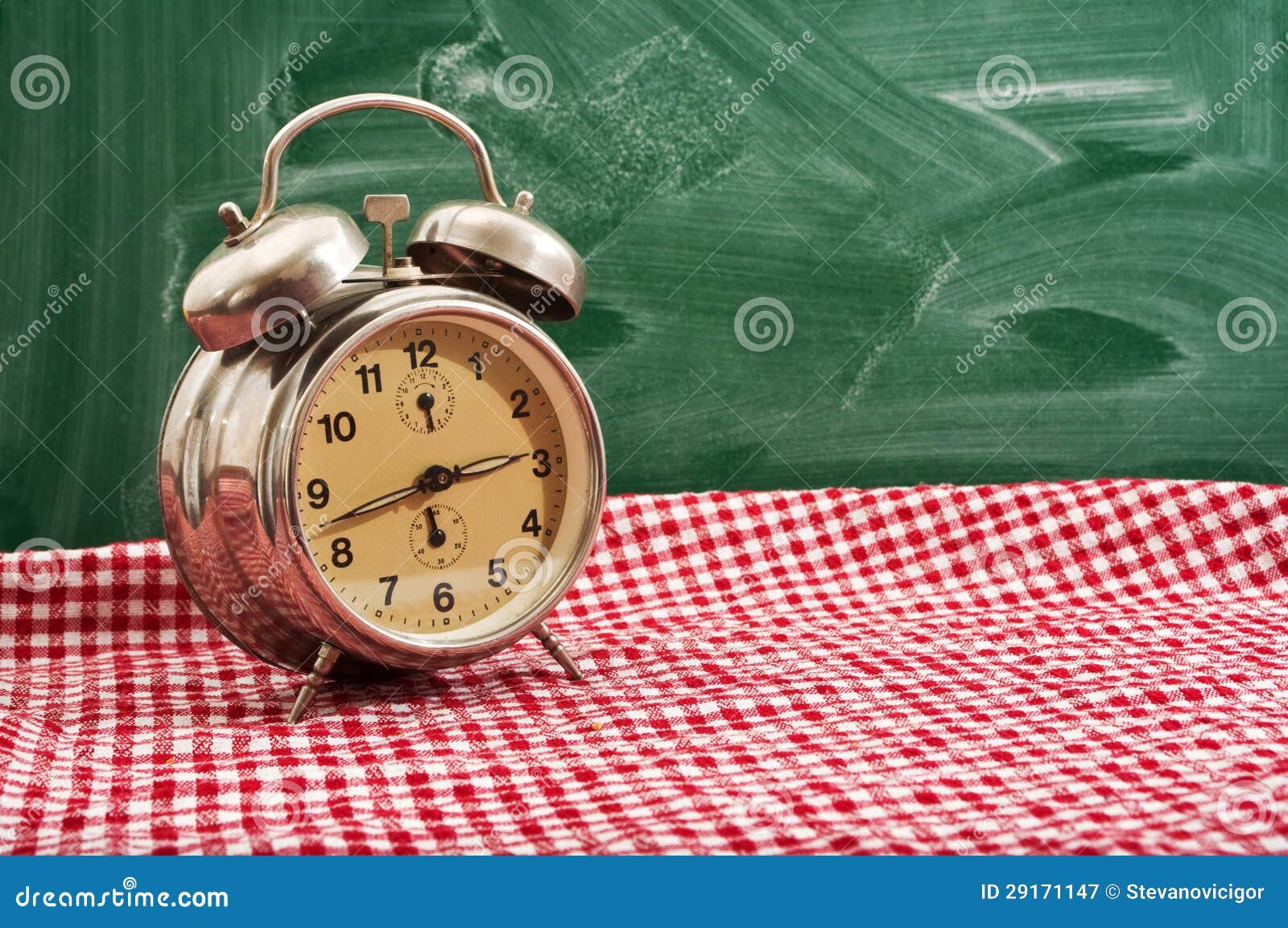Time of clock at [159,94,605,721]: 2:42
